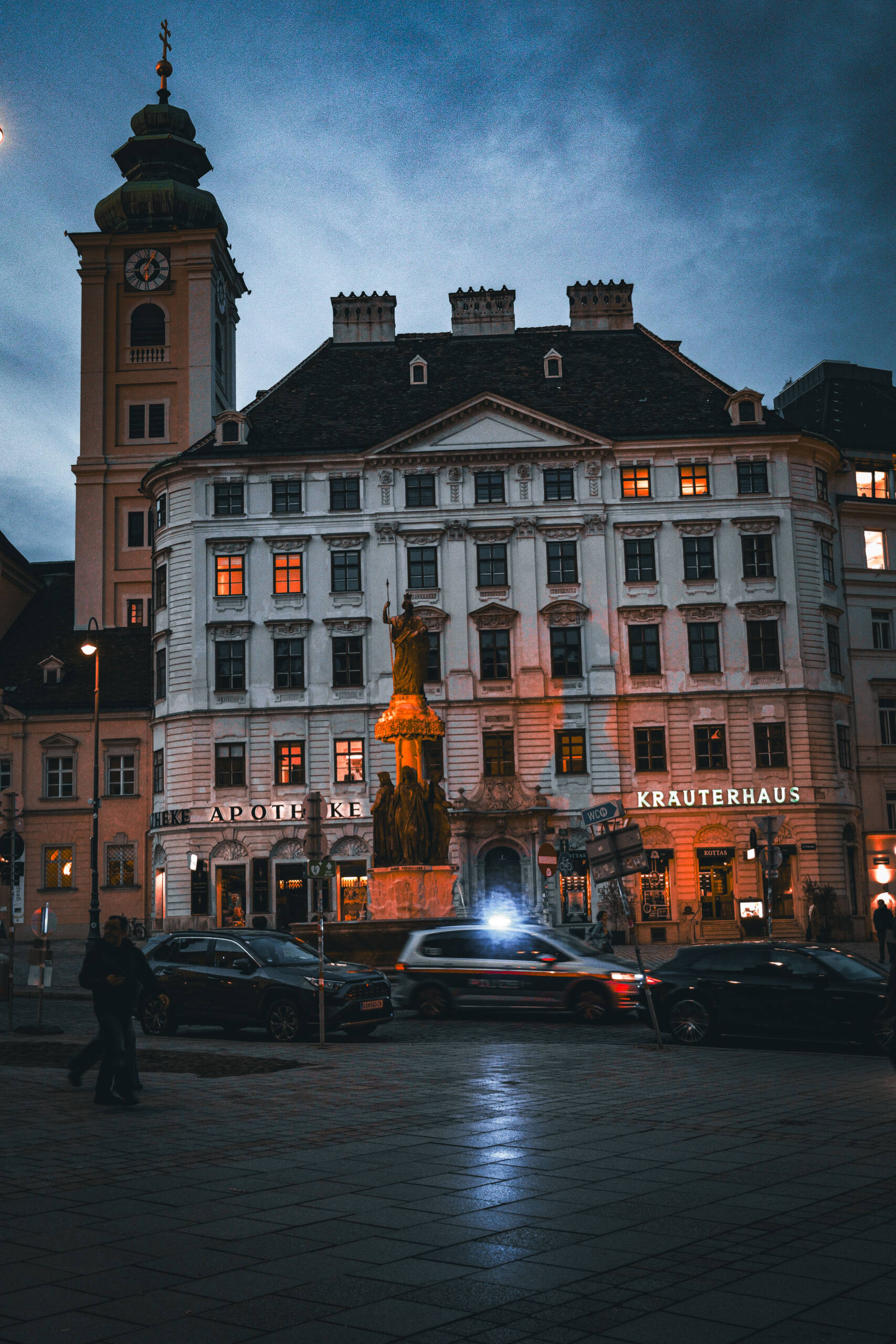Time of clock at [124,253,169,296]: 6:04
